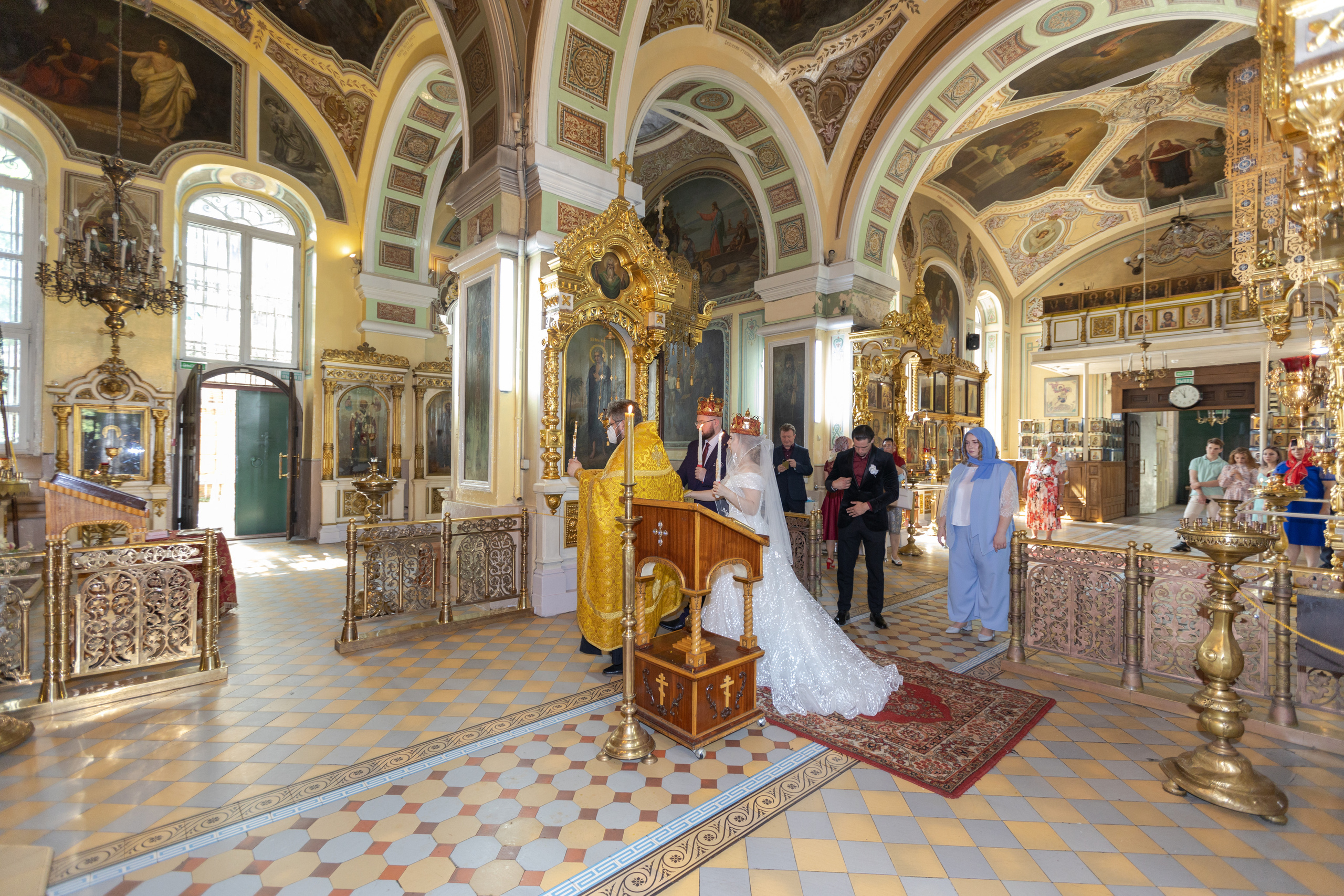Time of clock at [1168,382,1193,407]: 11:54
